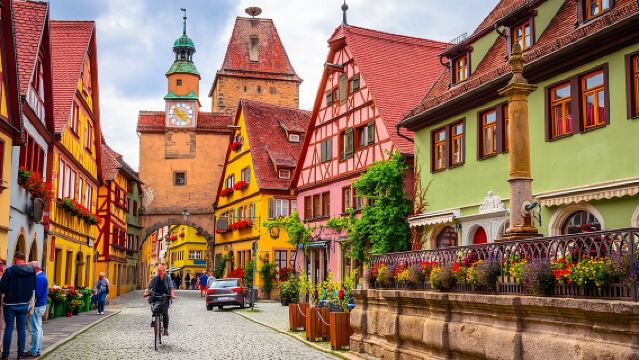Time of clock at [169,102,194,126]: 4:52
